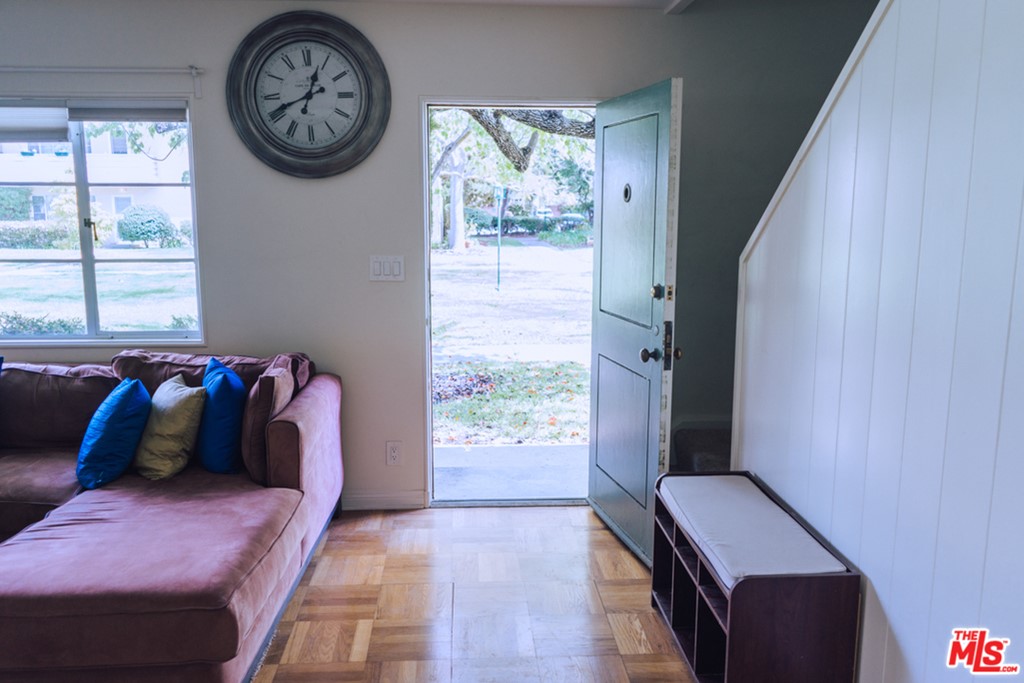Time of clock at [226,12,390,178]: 12:41
